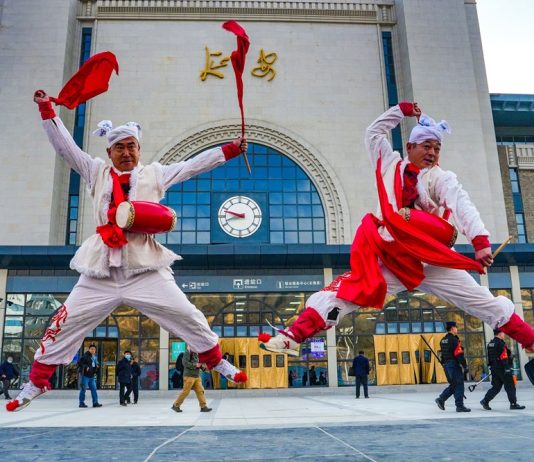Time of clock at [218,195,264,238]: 9:42
